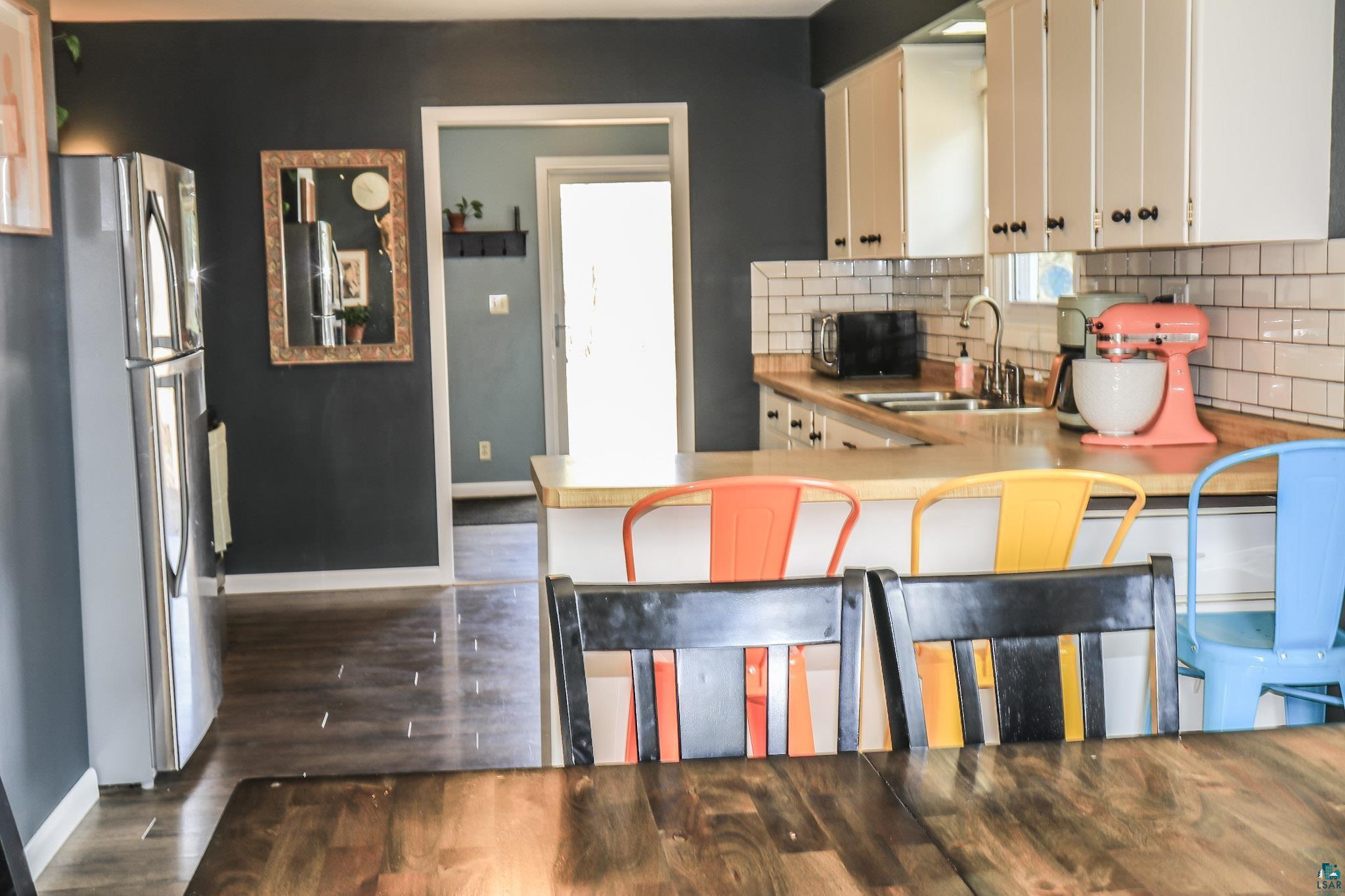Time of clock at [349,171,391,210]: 10:48
